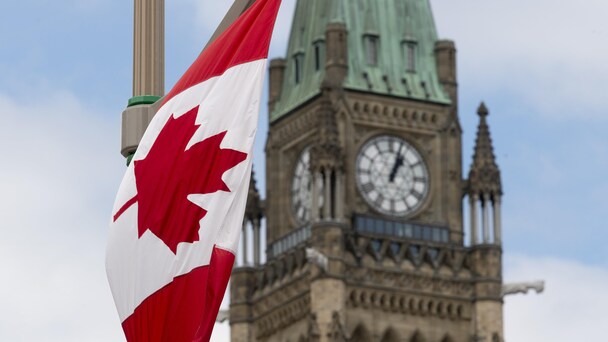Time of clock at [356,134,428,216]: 1:02
